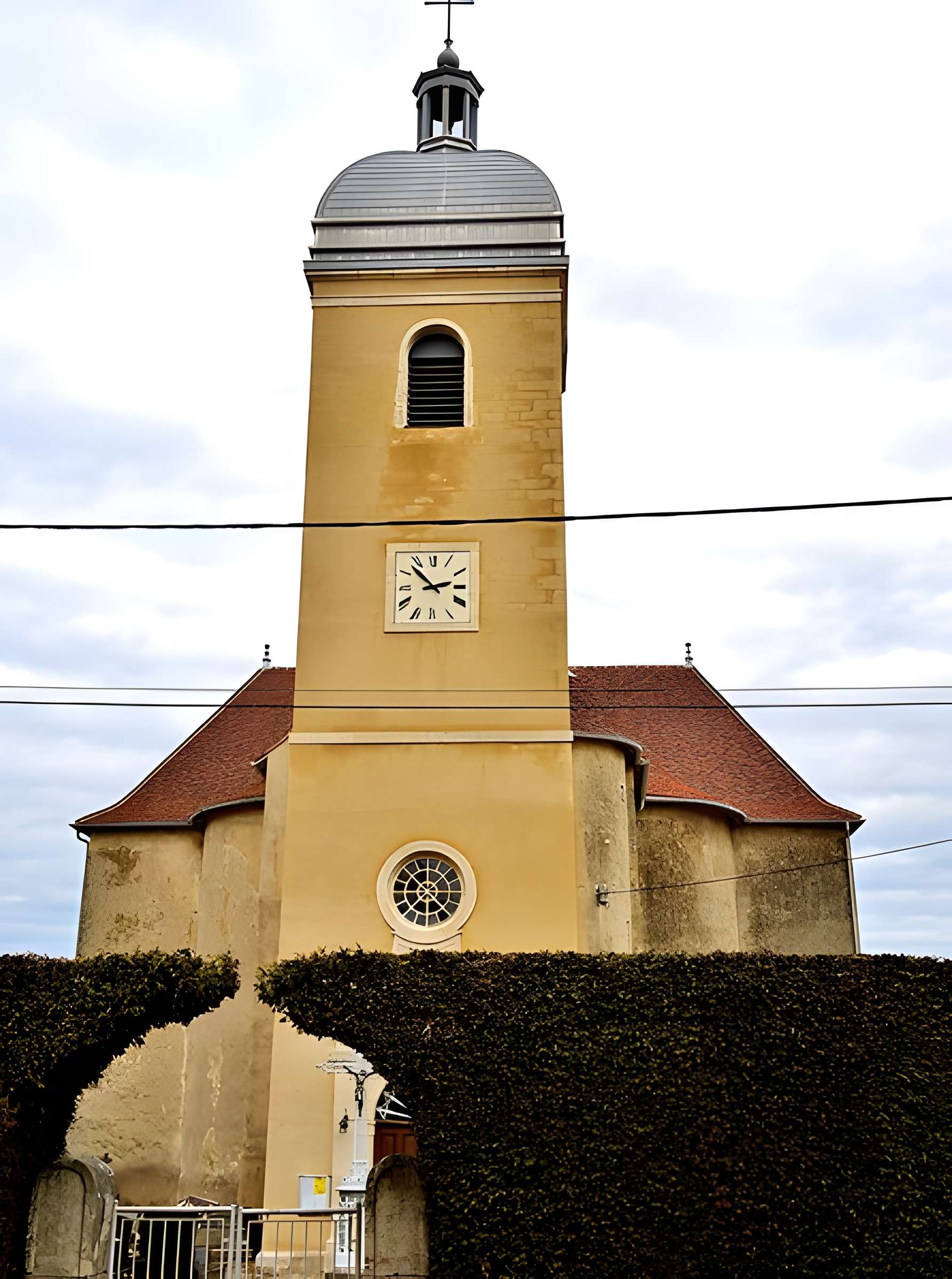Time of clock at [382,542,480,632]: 2:52
